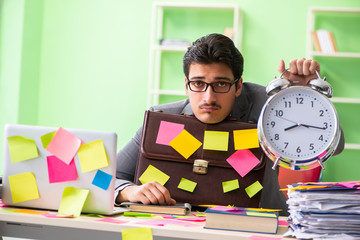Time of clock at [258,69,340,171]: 8:16
